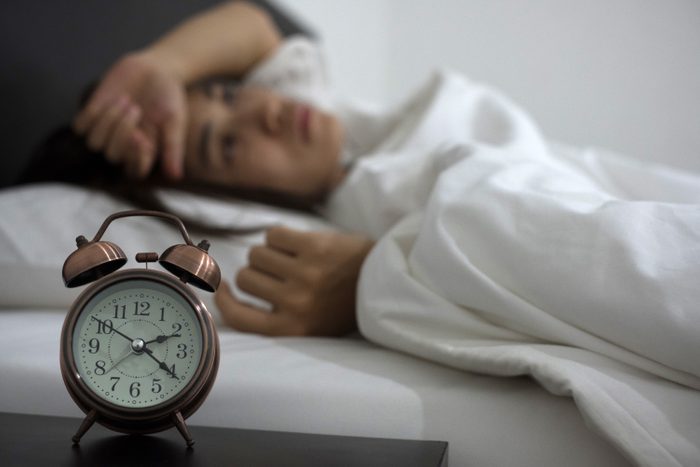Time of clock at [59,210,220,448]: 2:20
